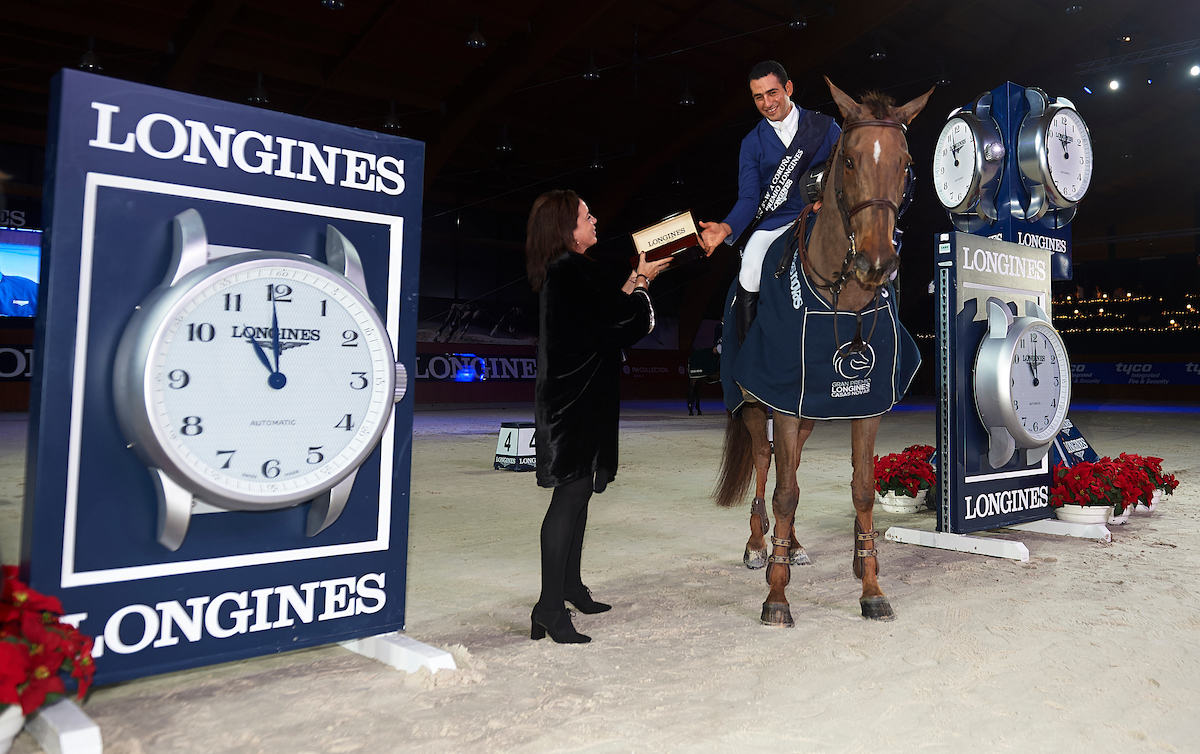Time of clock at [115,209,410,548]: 10:59
